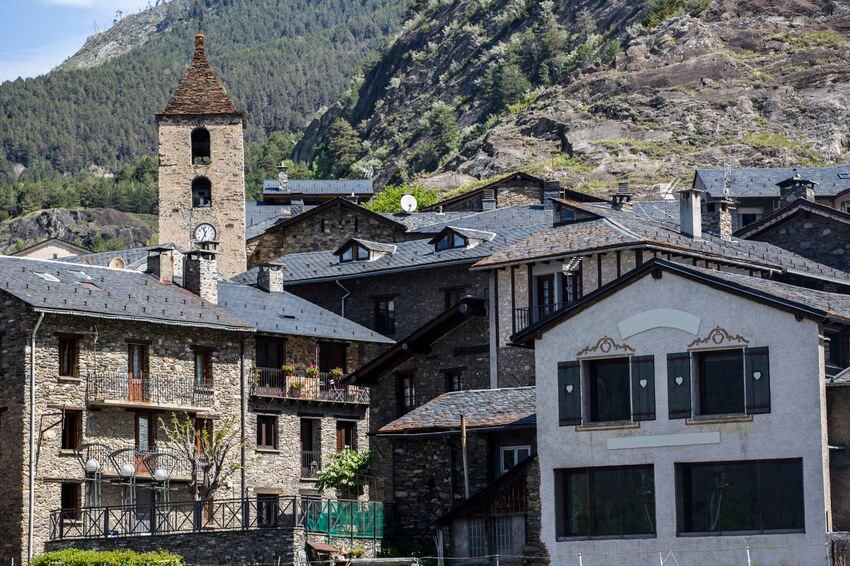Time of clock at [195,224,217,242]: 11:34
